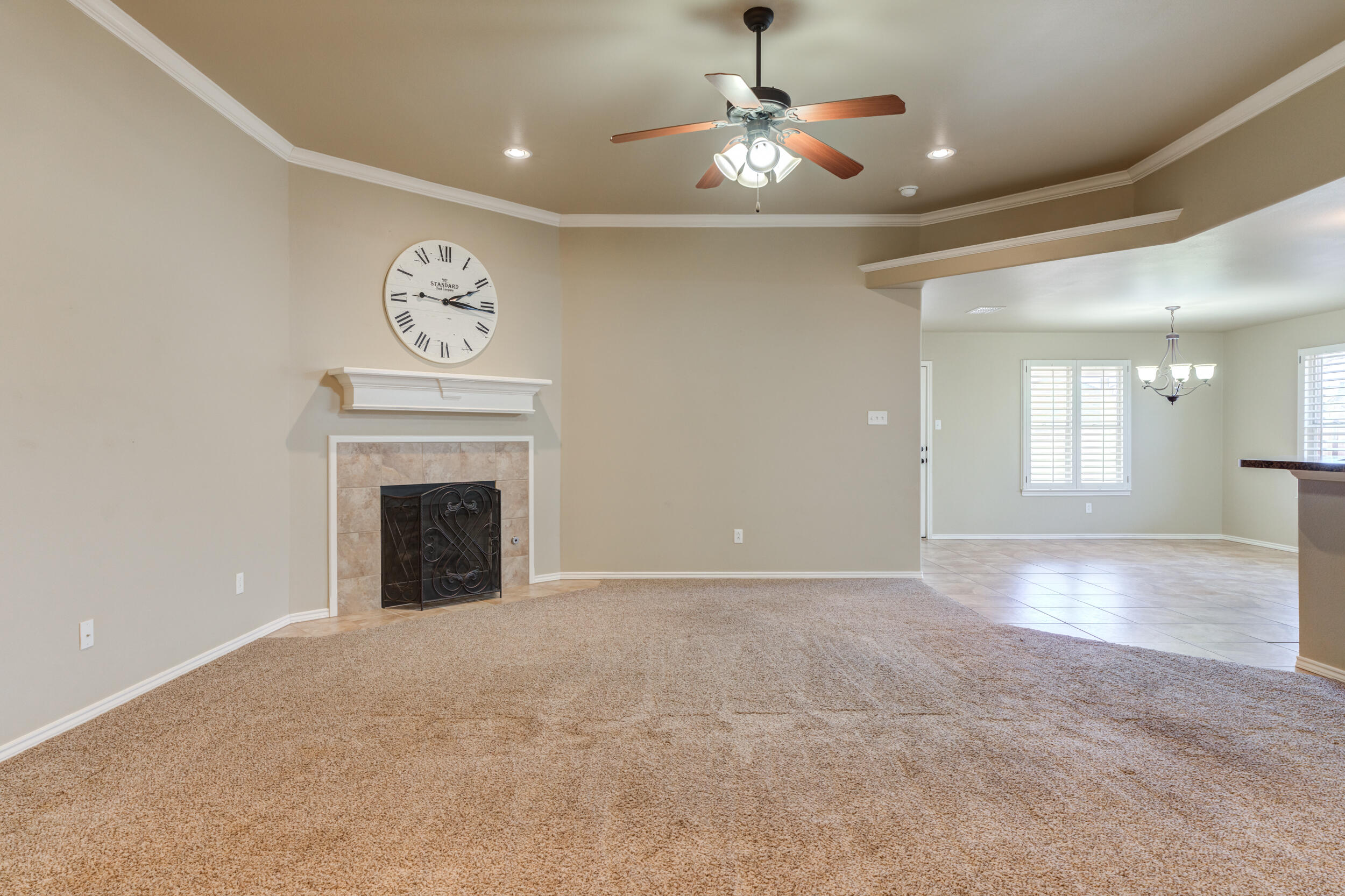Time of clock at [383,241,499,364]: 2:16
